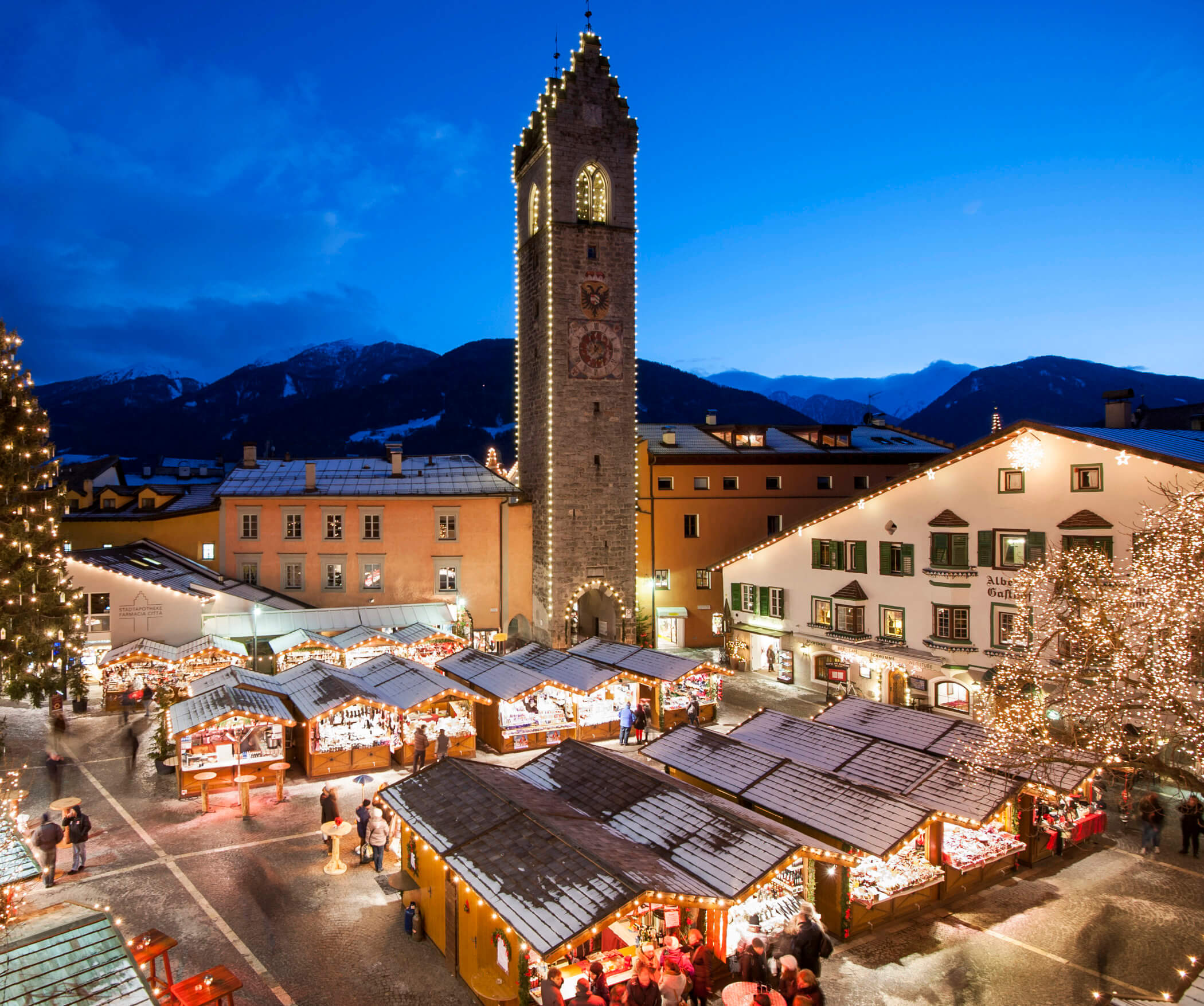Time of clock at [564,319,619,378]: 6:56
